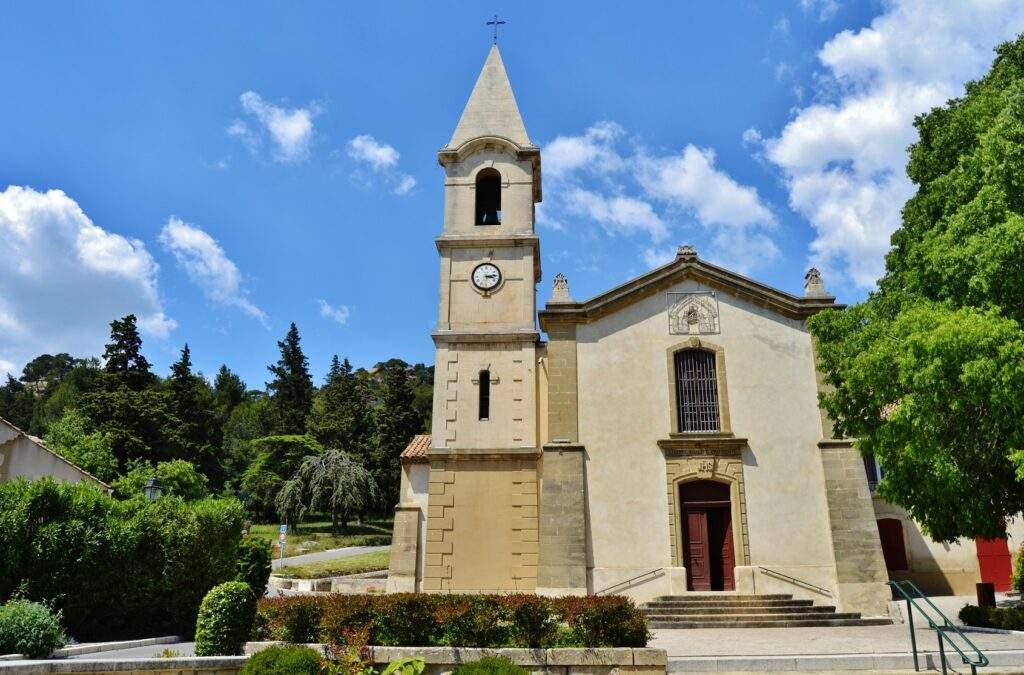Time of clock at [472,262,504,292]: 3:13
